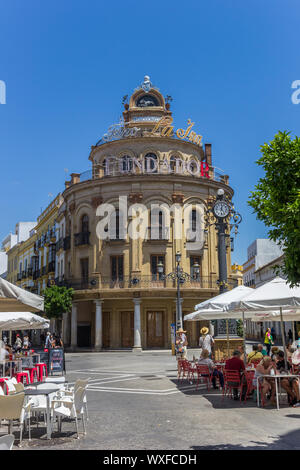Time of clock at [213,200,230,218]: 12:23
